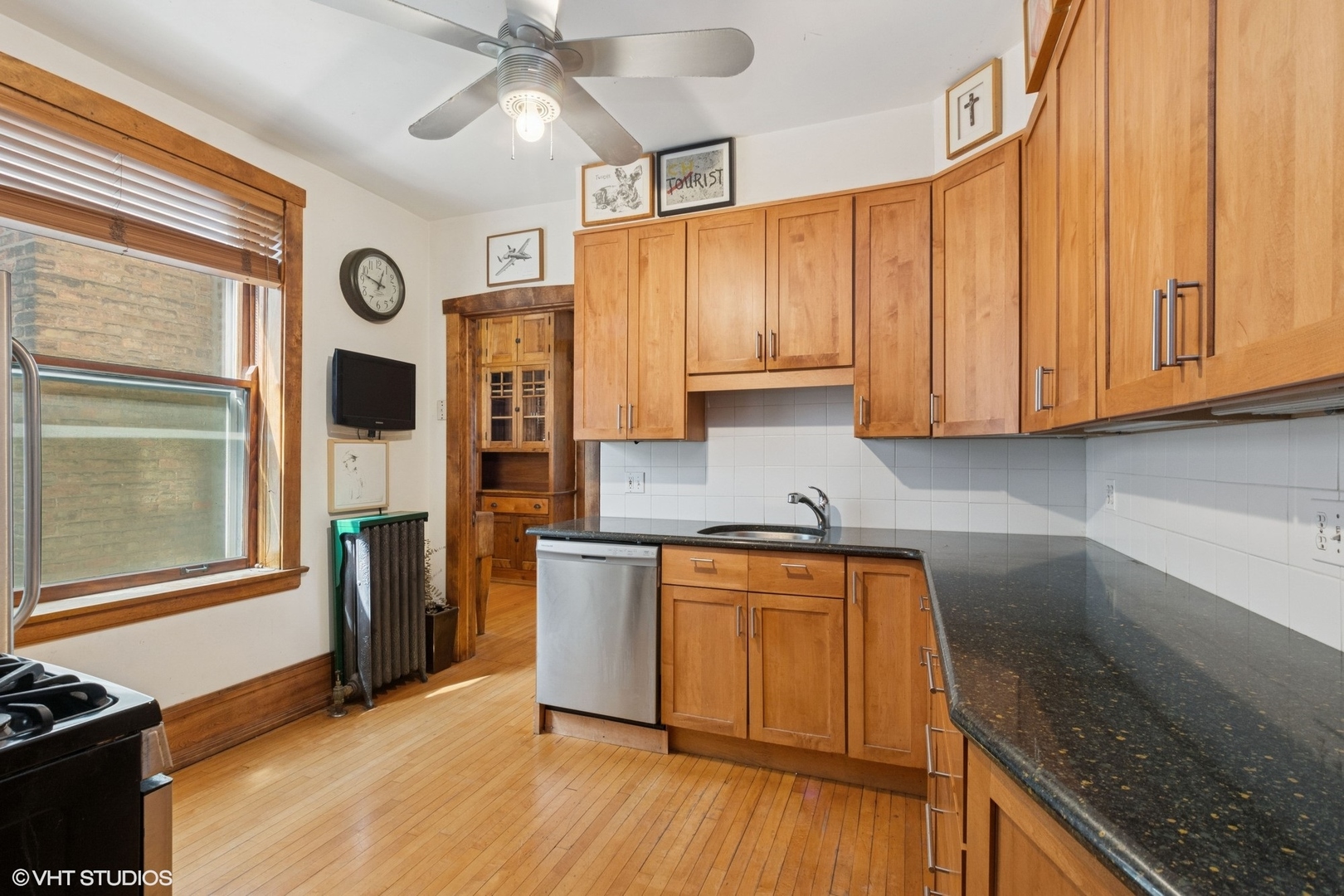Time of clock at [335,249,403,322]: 12:47
